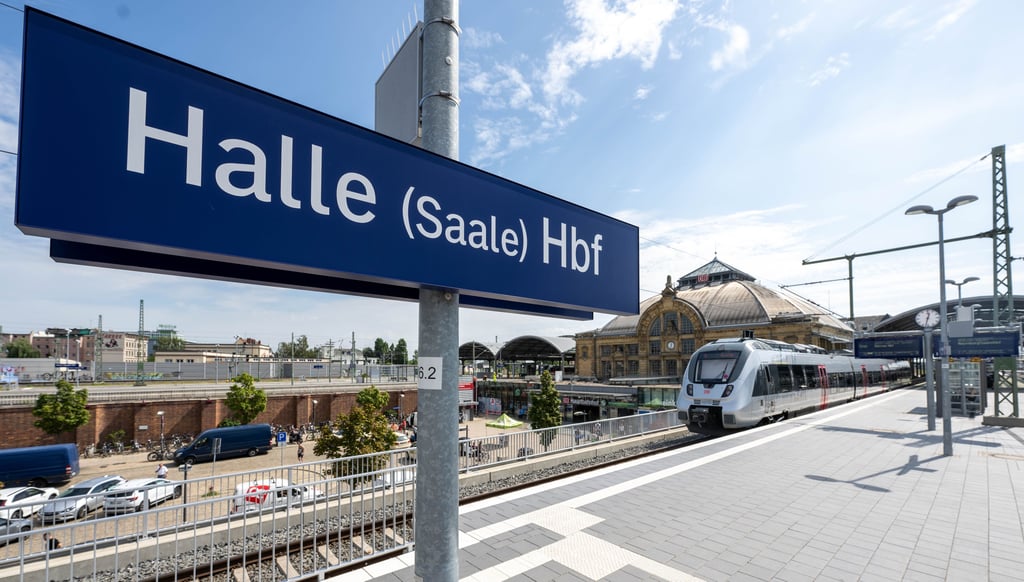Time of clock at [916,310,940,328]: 12:32
